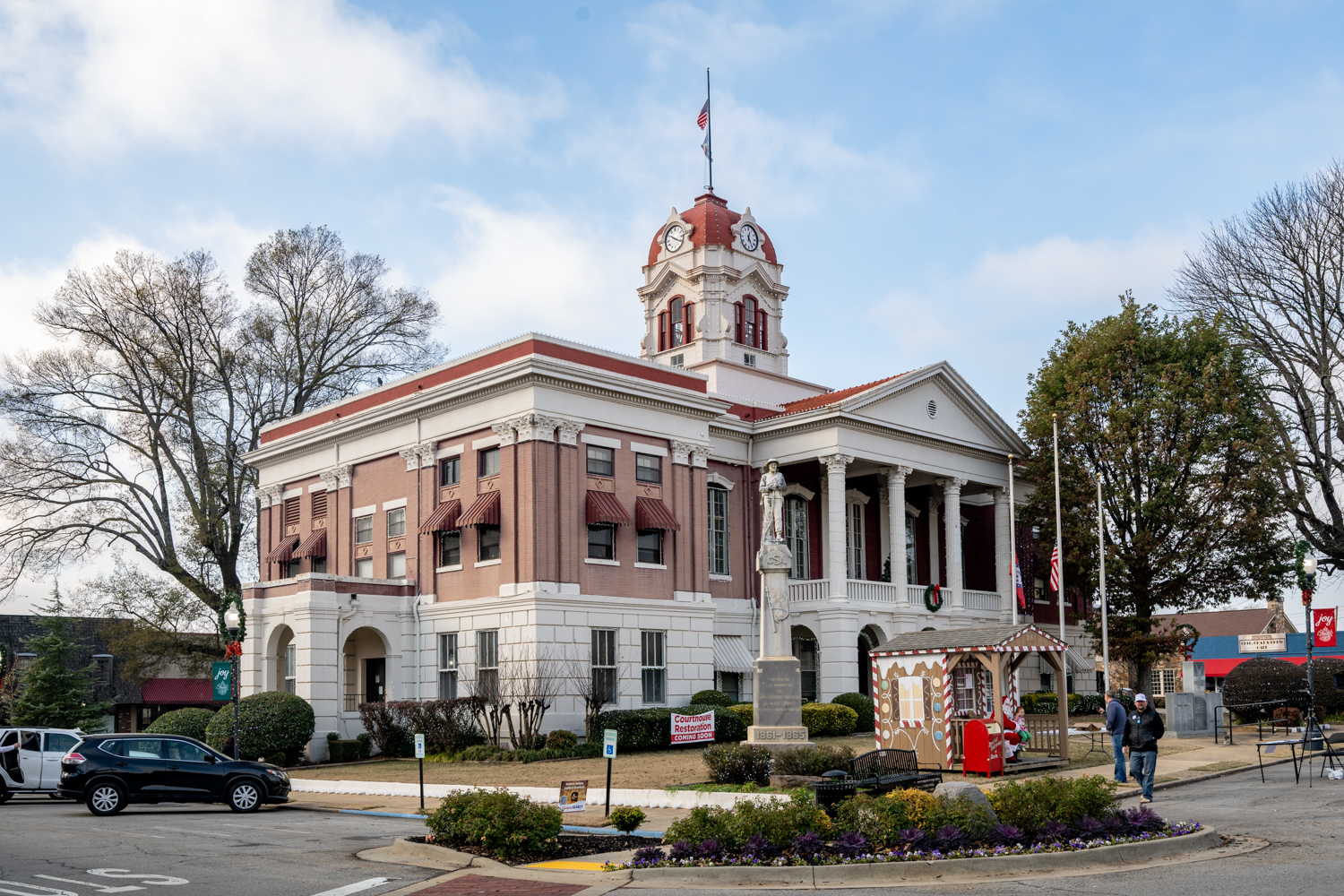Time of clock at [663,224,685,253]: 10:20
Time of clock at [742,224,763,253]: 12:24
